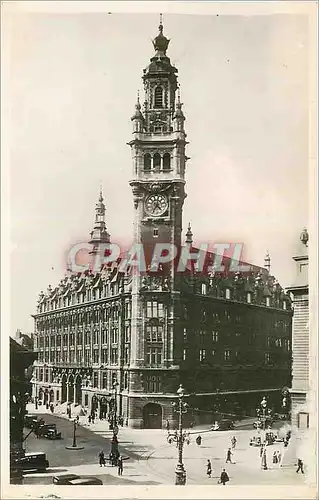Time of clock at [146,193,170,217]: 4:35
